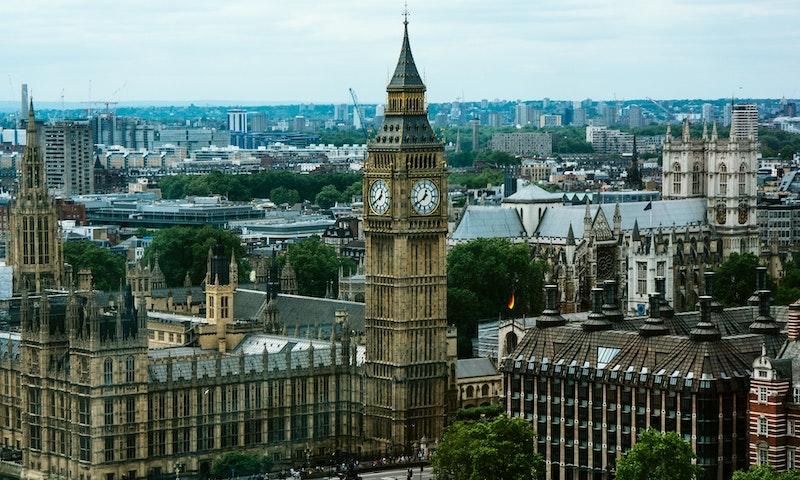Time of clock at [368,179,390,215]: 12:39
